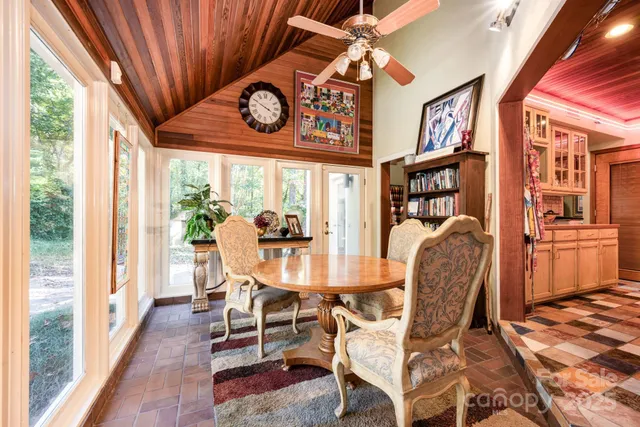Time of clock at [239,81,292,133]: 3:49
